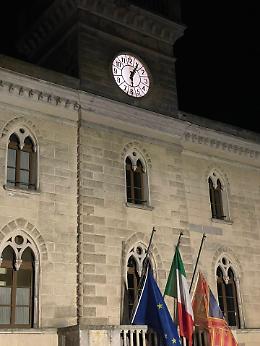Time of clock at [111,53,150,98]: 6:05
